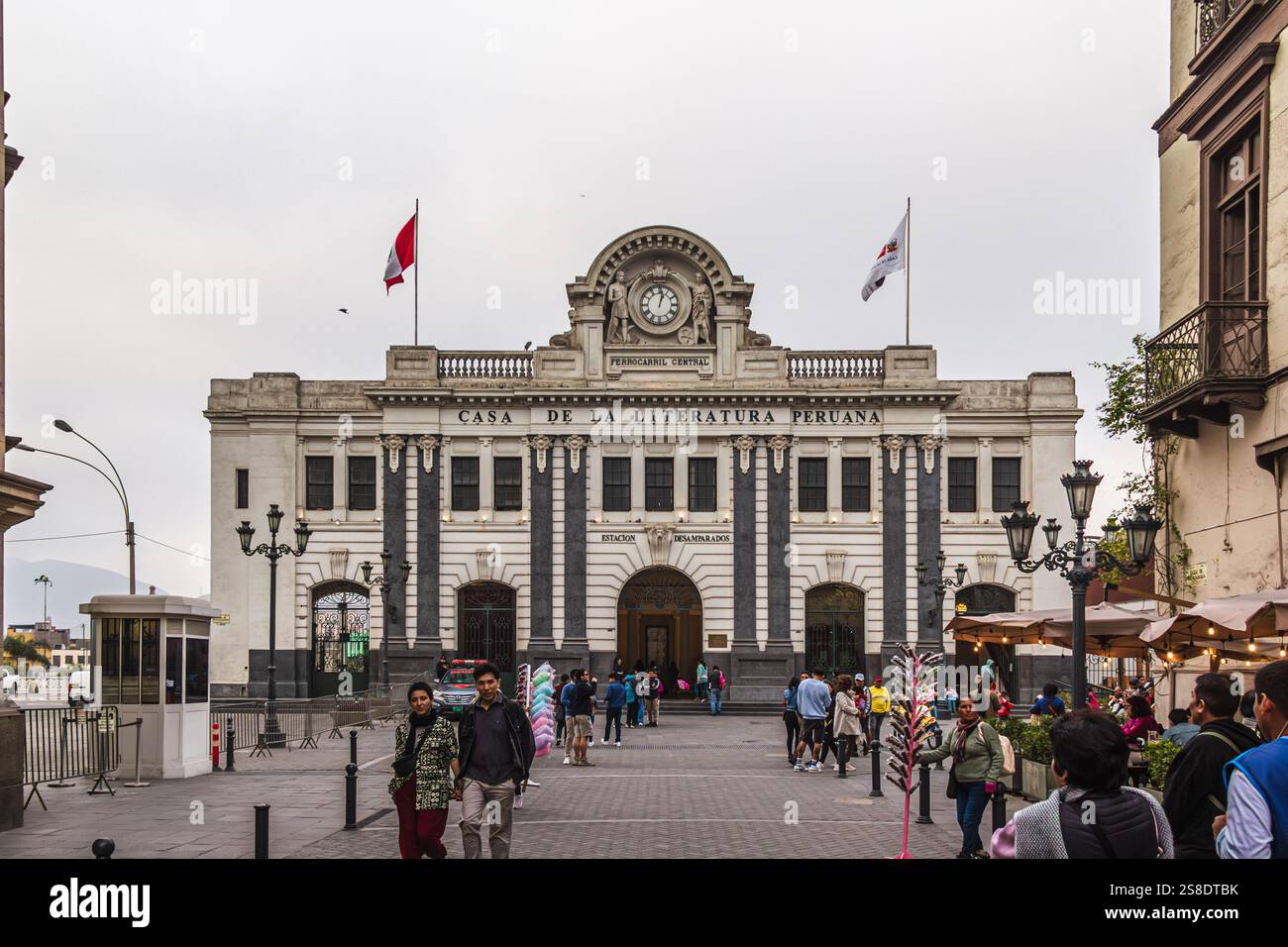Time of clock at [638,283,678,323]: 1:02
